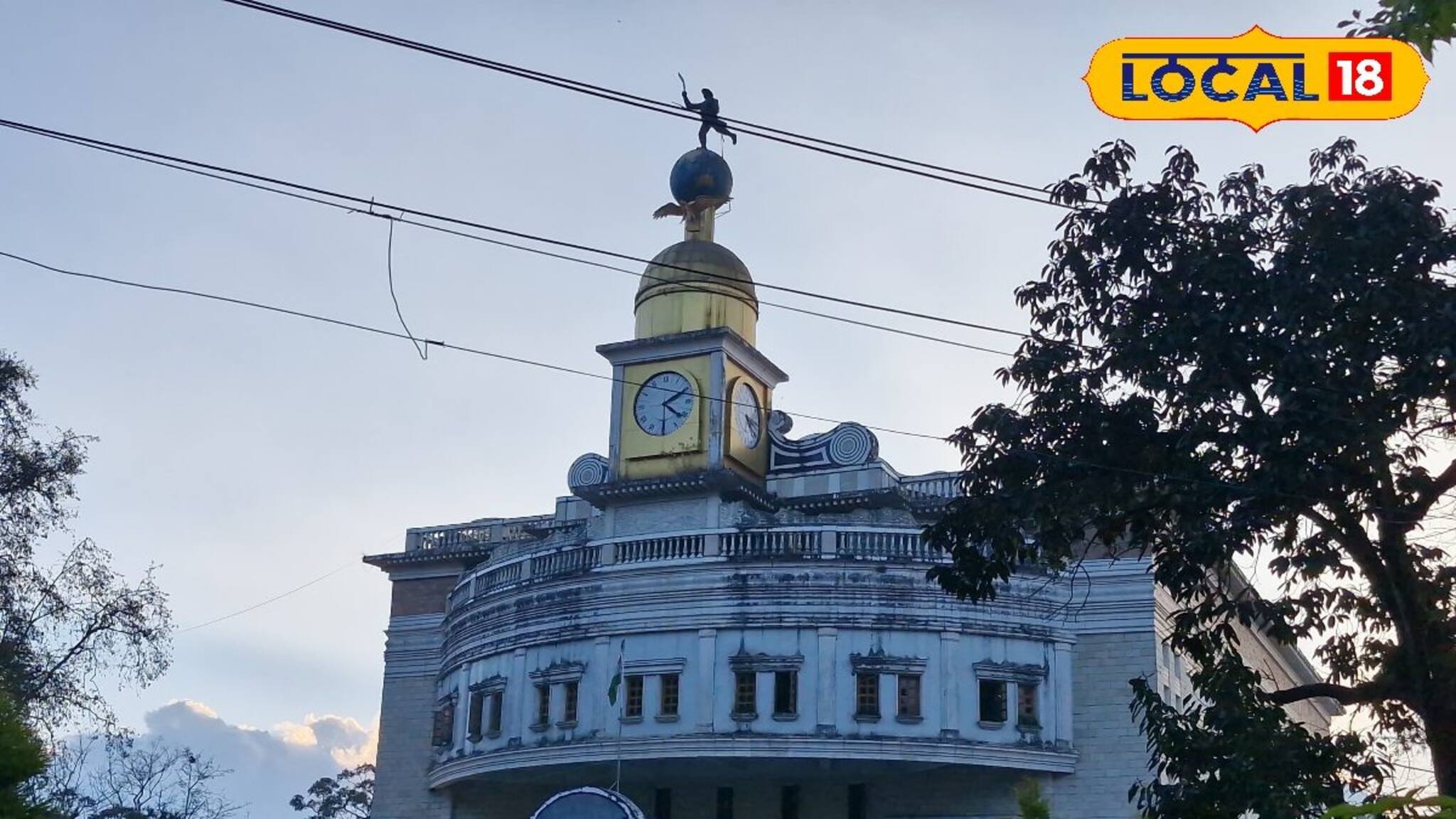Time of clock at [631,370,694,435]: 4:10
